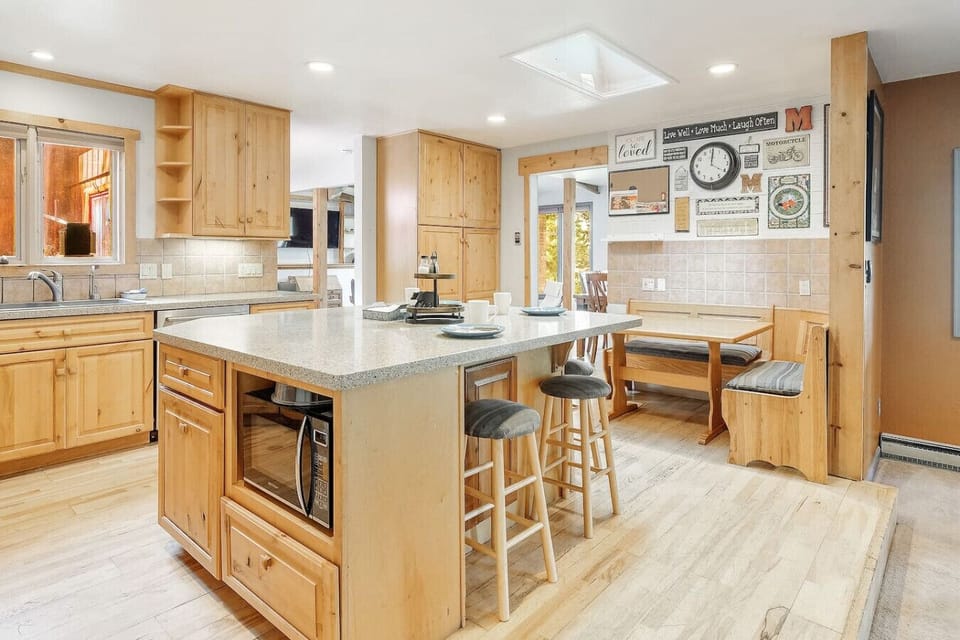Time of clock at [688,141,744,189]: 4:00
